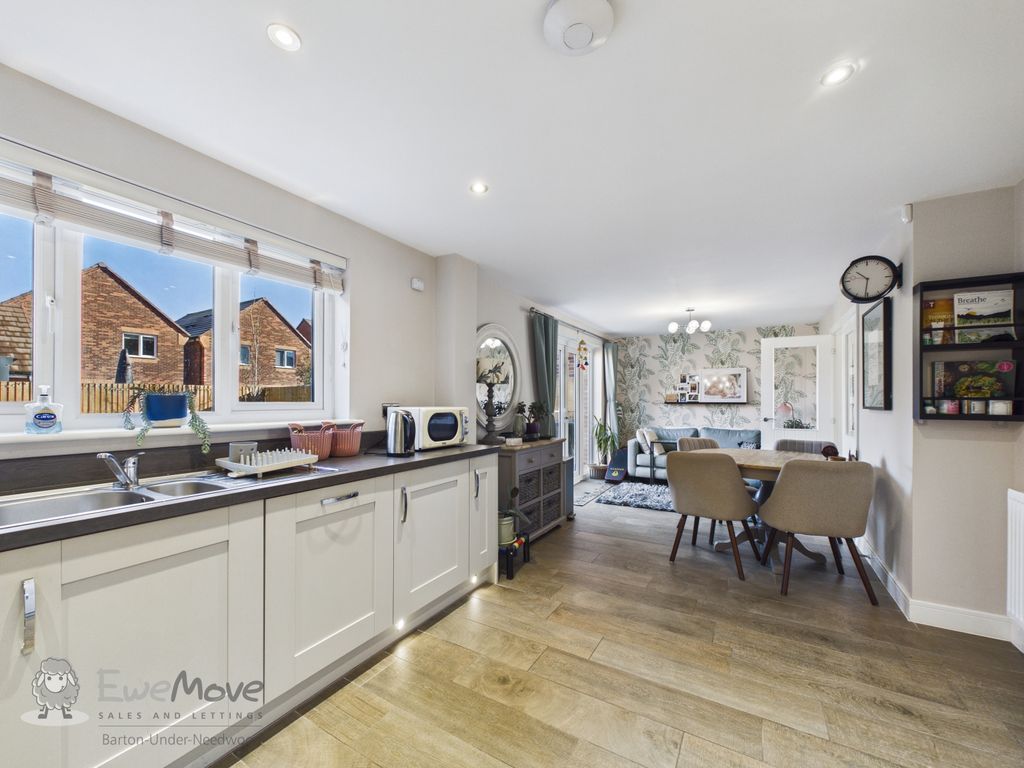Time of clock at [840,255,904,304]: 10:31
